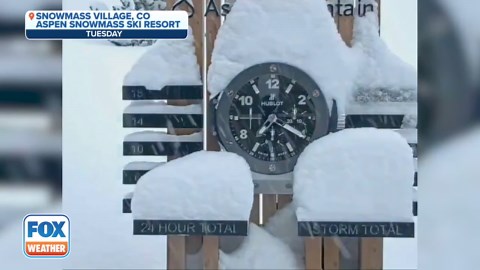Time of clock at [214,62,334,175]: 7:19
